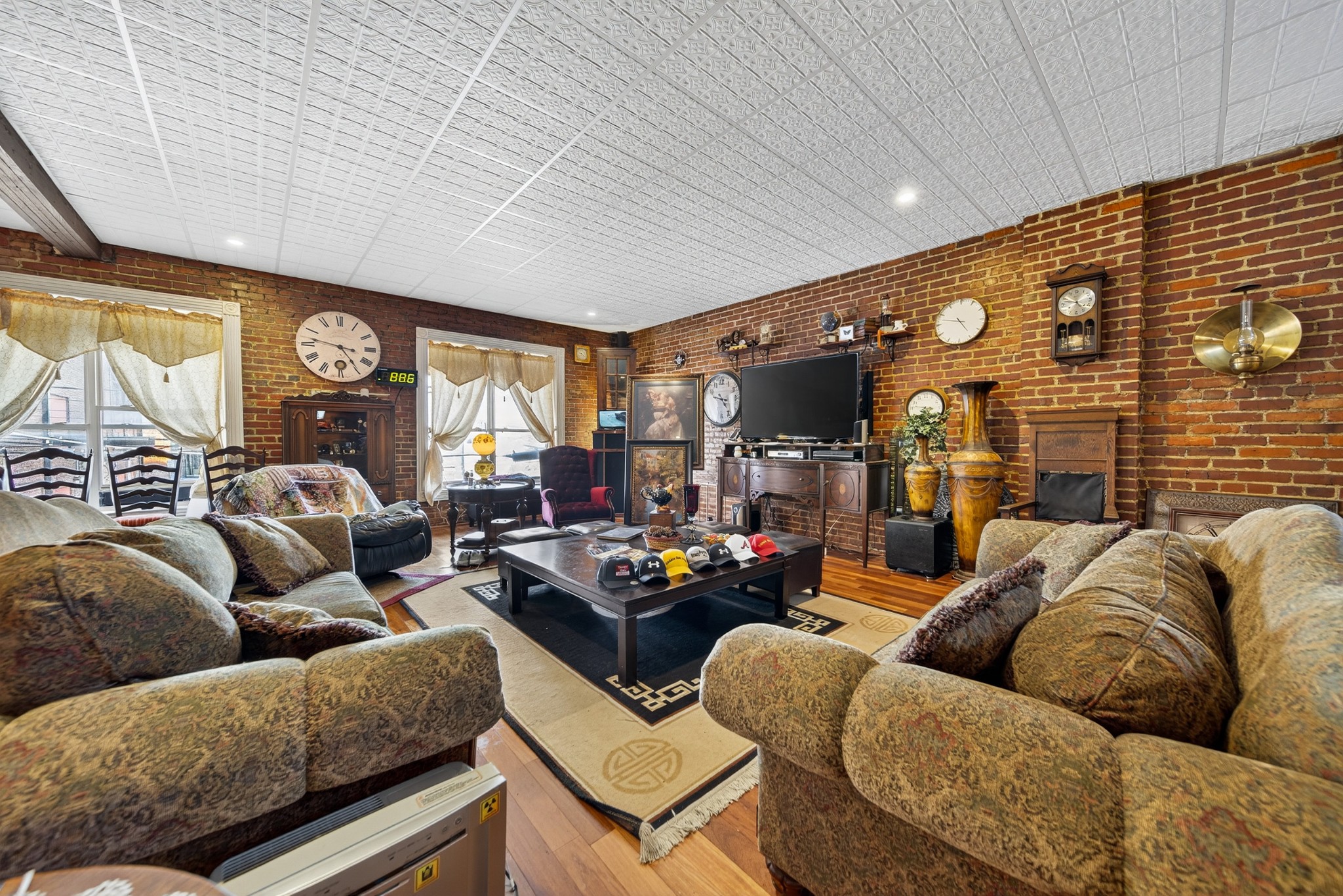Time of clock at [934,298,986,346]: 4:47
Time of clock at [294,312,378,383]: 4:46
